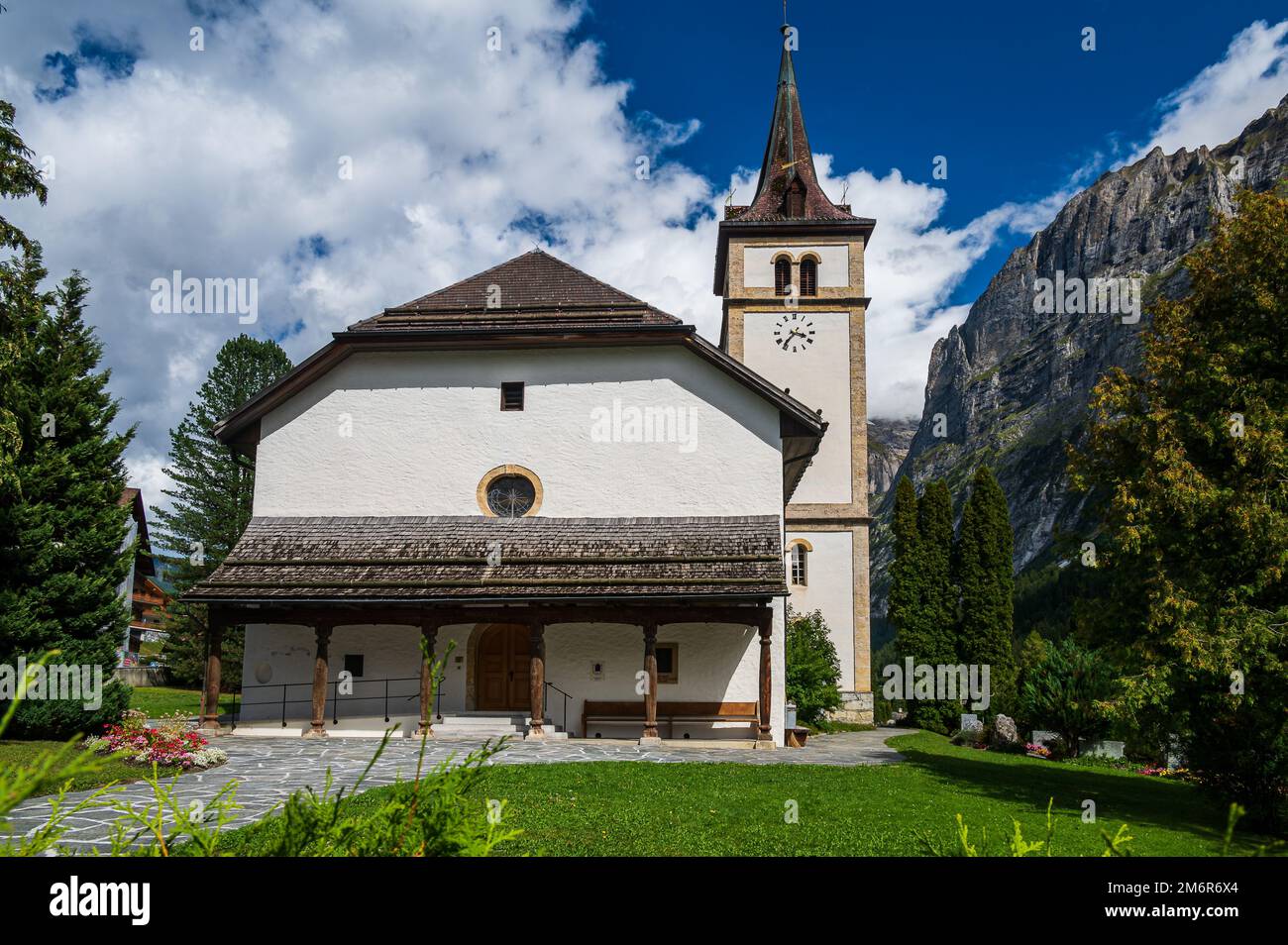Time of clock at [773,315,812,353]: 3:36
